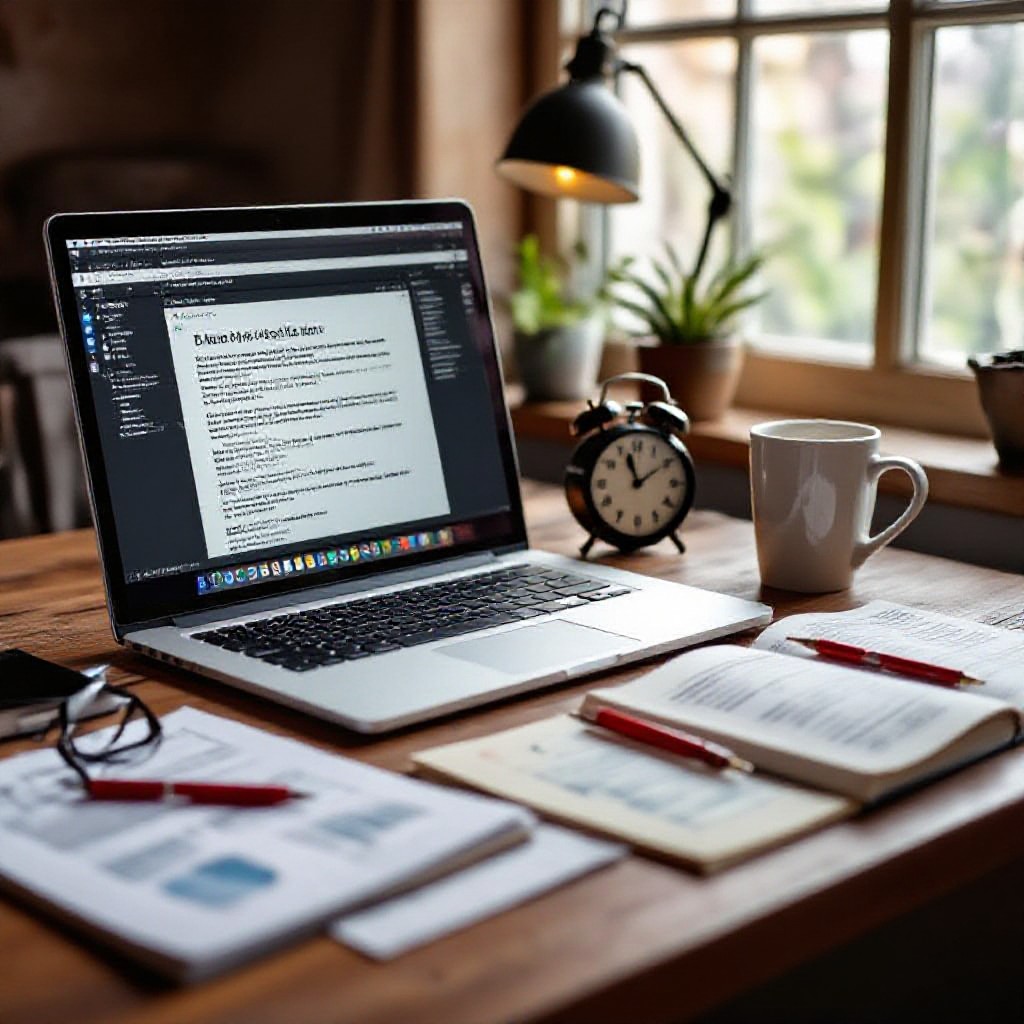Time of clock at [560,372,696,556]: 11:09
